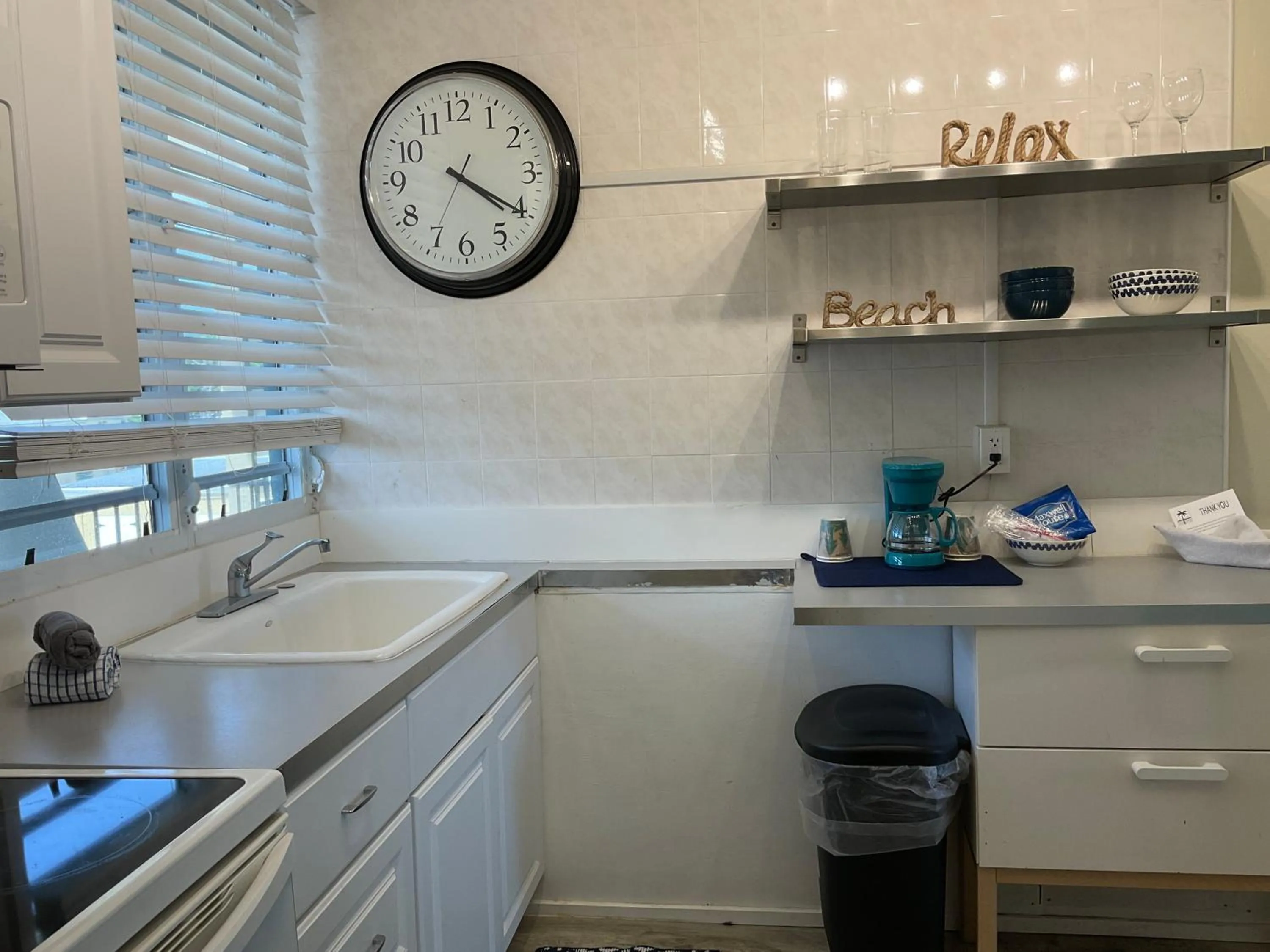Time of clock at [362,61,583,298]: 4:20
